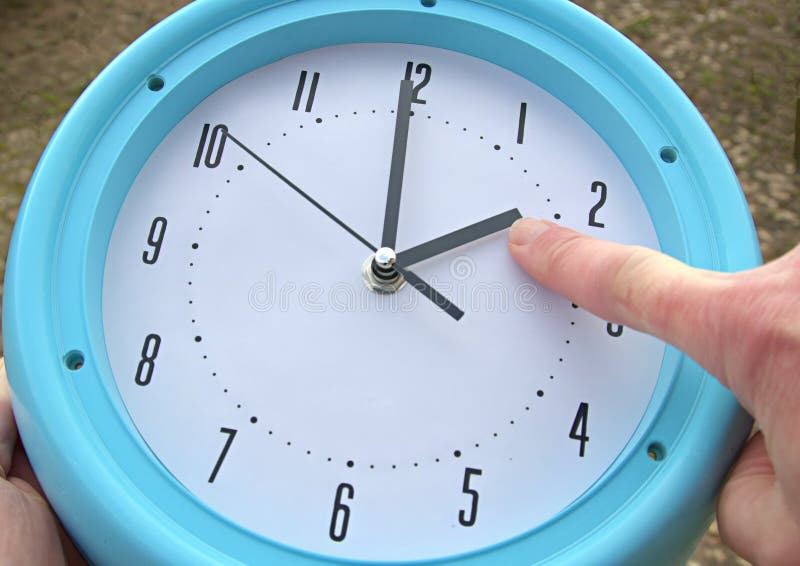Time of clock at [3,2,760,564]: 1:59
